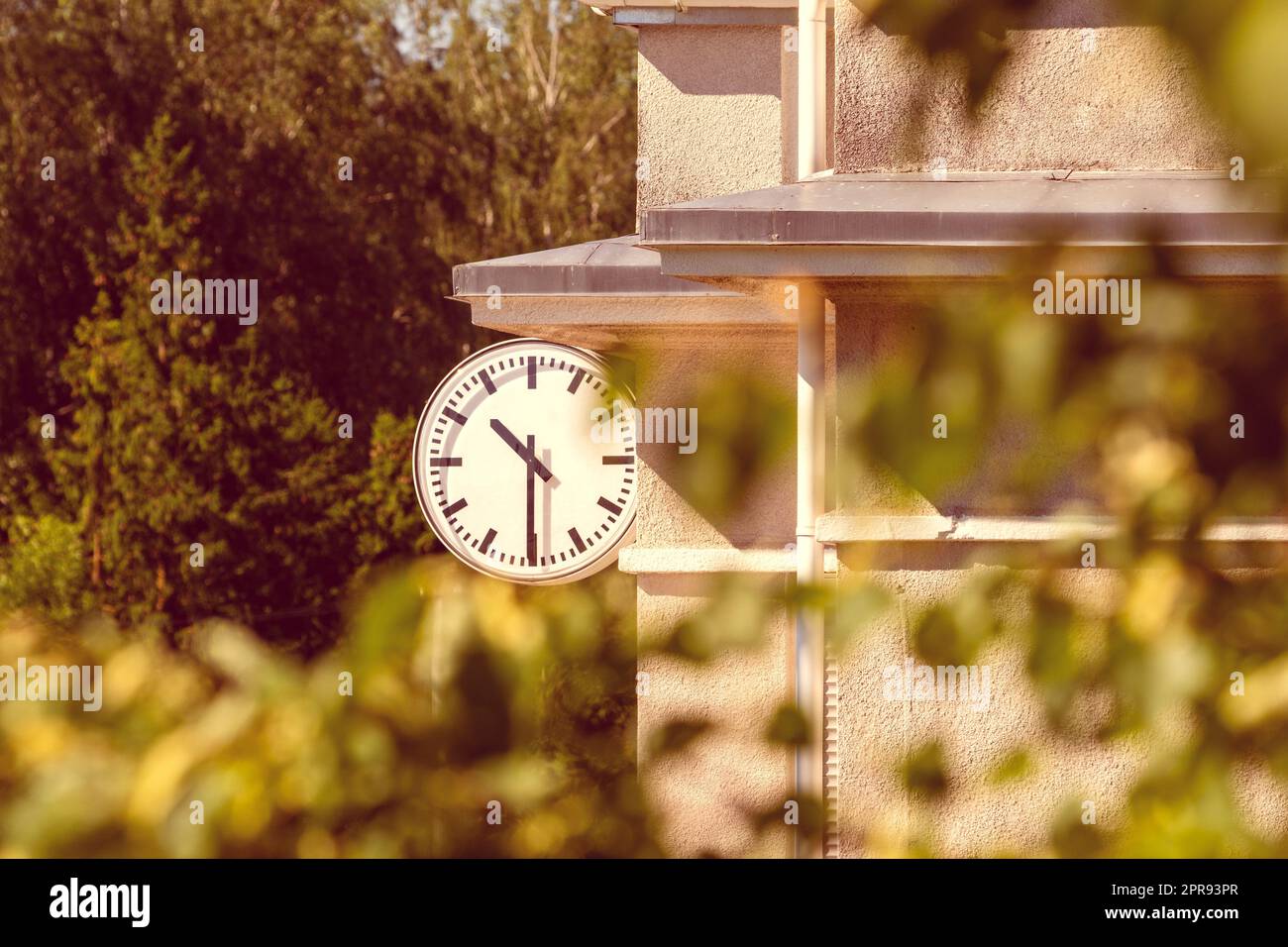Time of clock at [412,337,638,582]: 10:30
